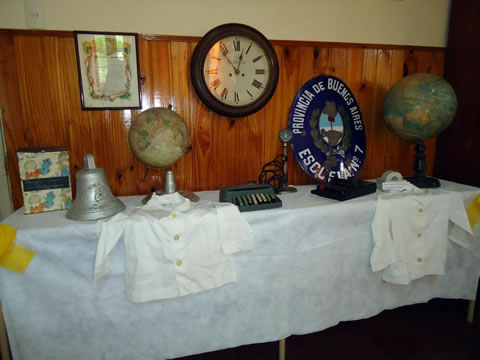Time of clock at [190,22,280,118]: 12:53
